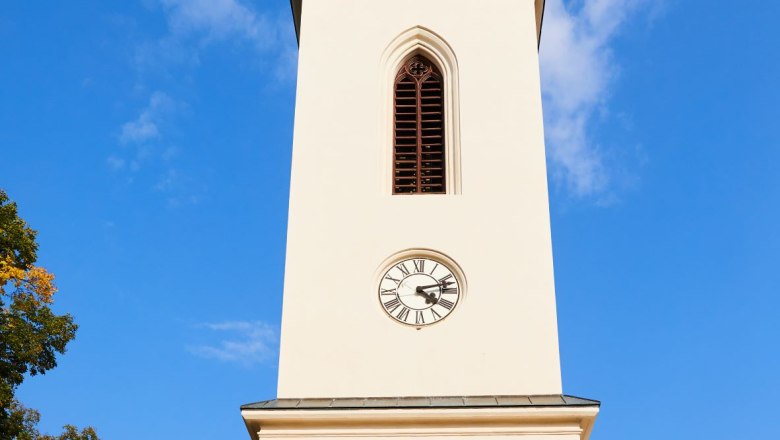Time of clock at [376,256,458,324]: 4:12
